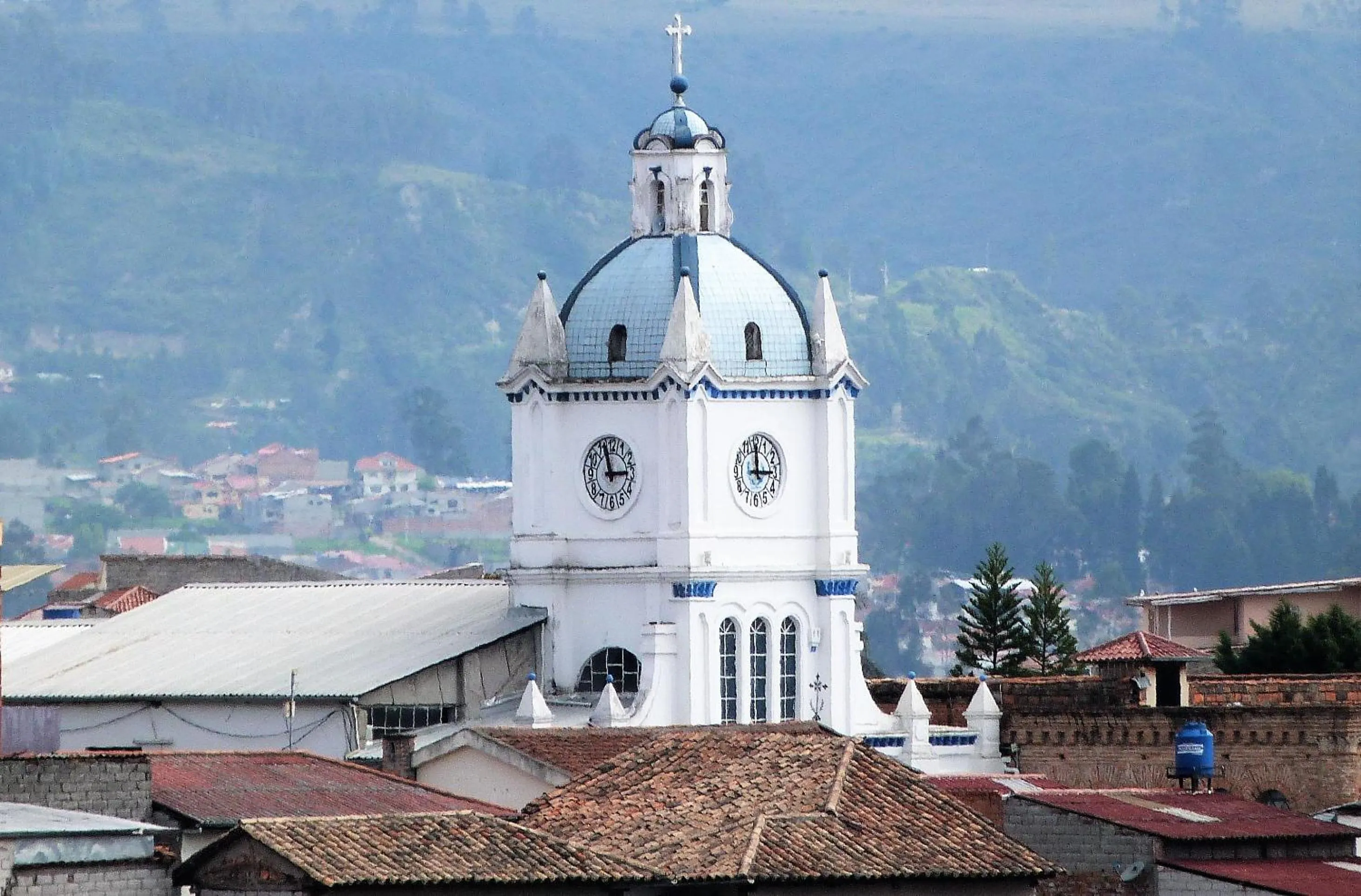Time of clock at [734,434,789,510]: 2:59
